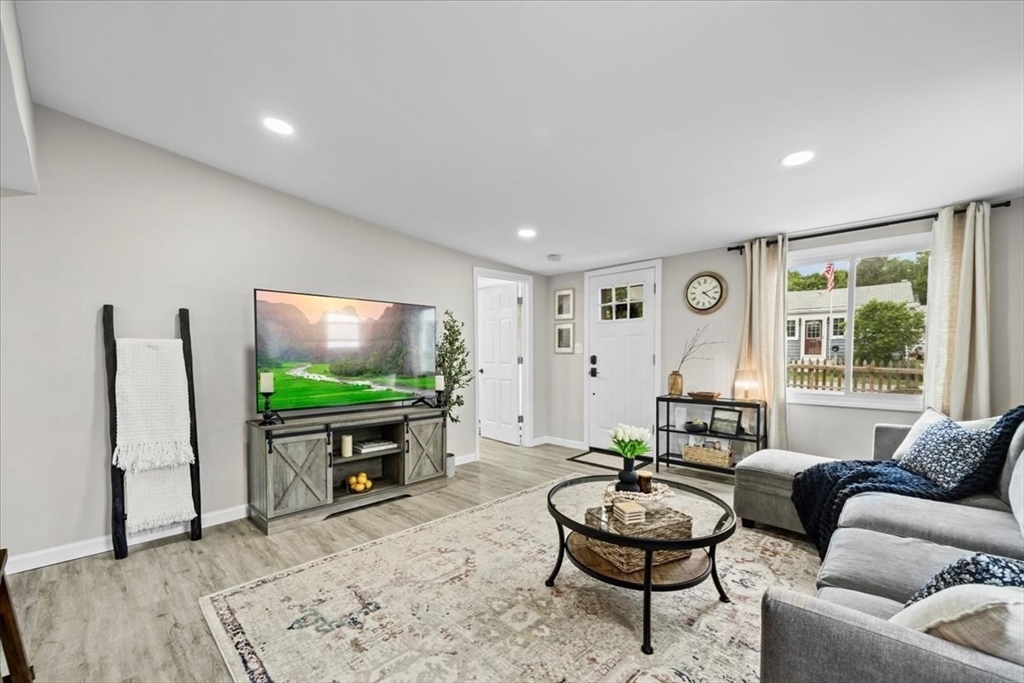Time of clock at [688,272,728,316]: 4:11
